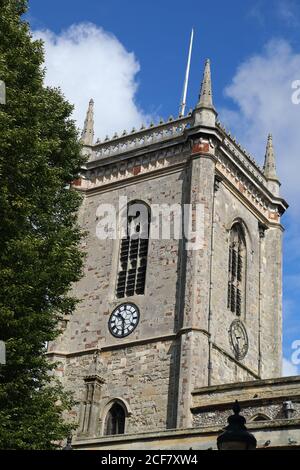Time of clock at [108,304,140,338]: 10:30
